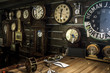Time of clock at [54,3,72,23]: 12:31
